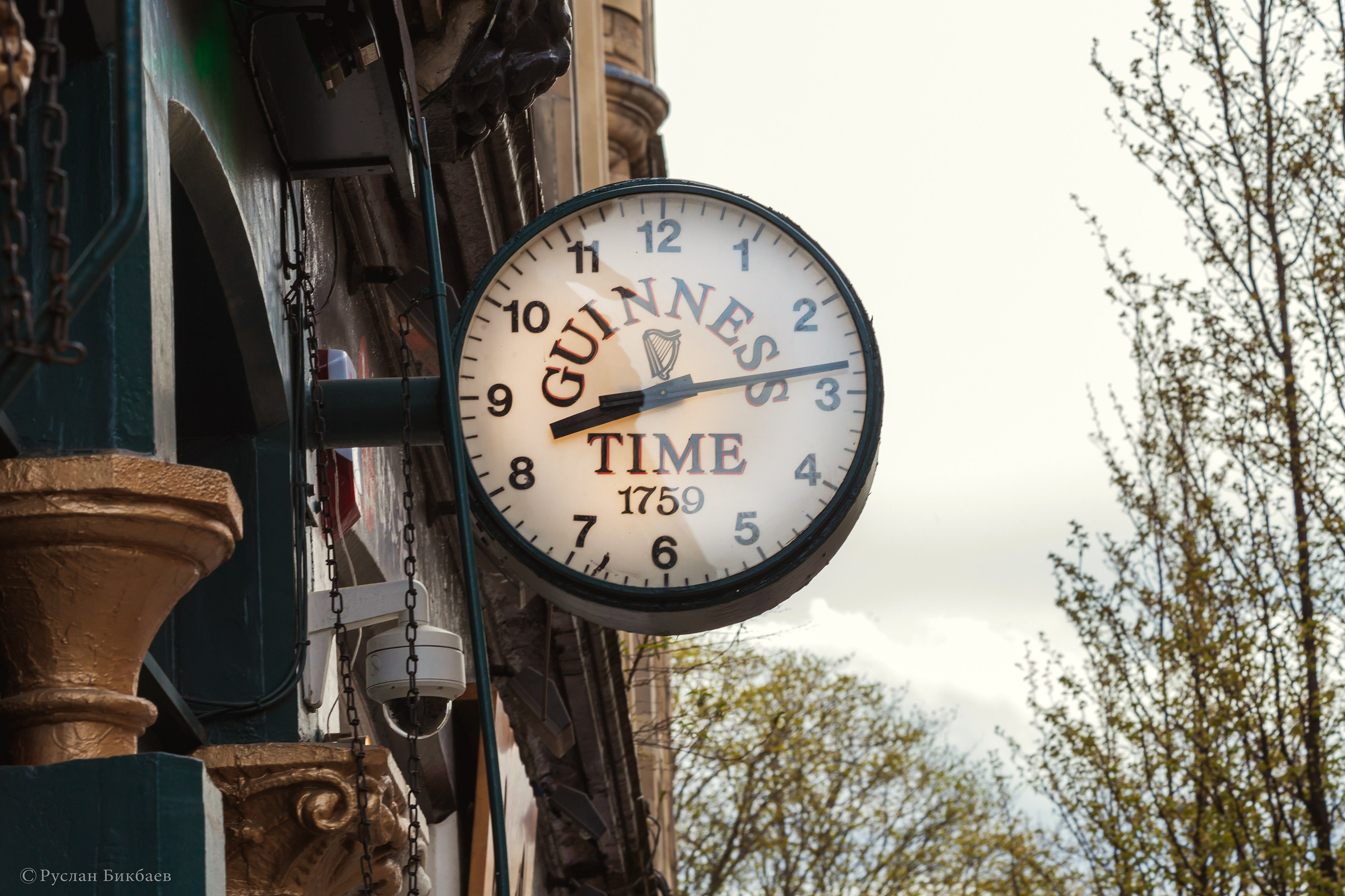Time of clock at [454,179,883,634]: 8:13
